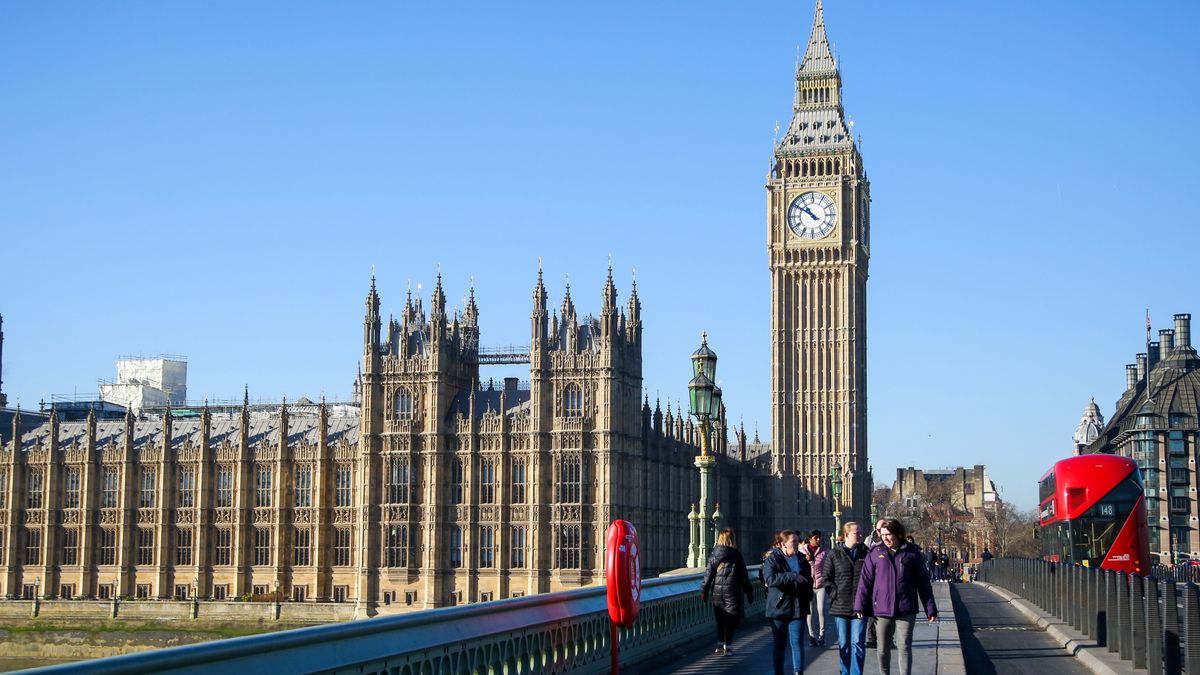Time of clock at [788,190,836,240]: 10:50
